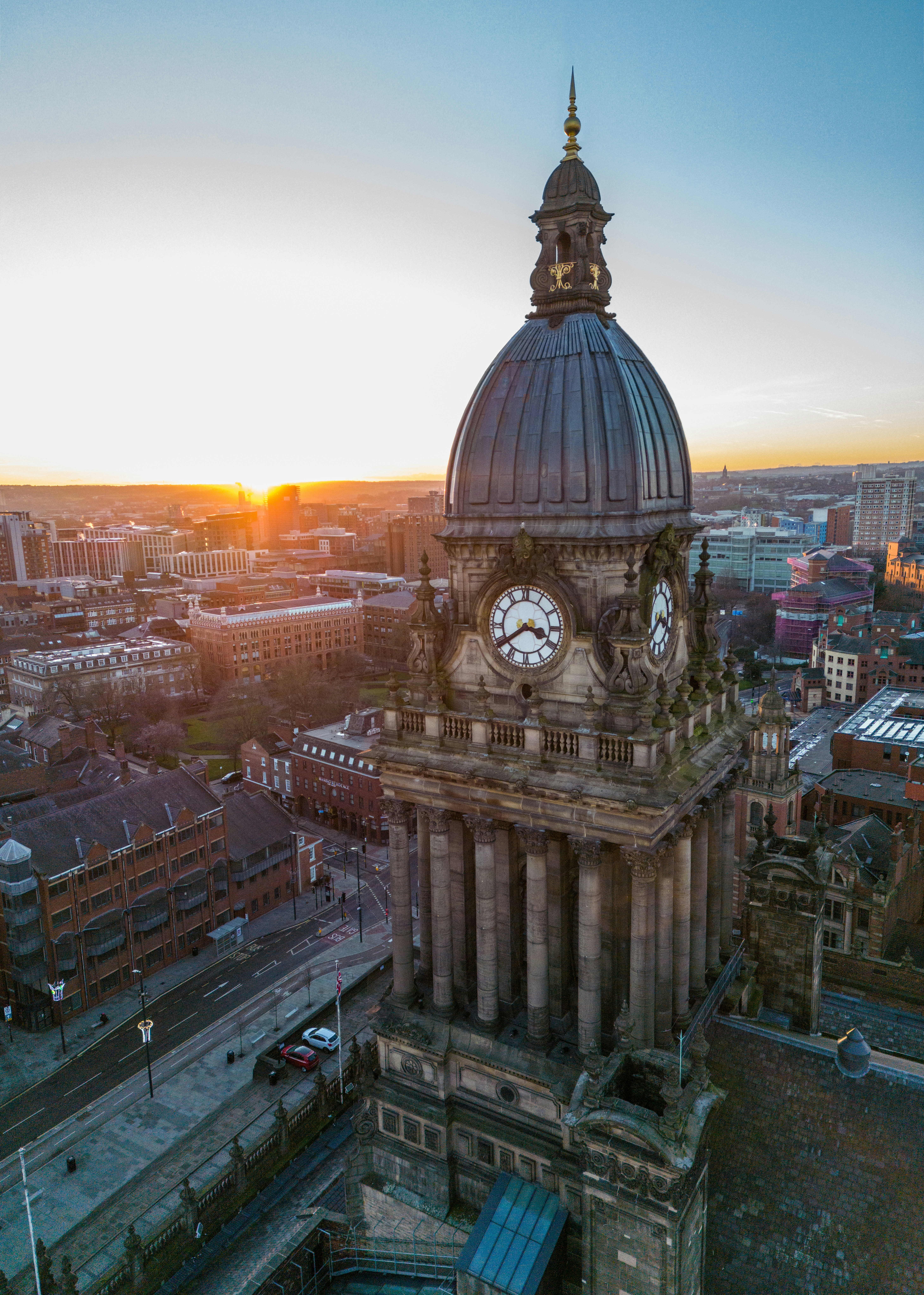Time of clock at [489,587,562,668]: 3:39
